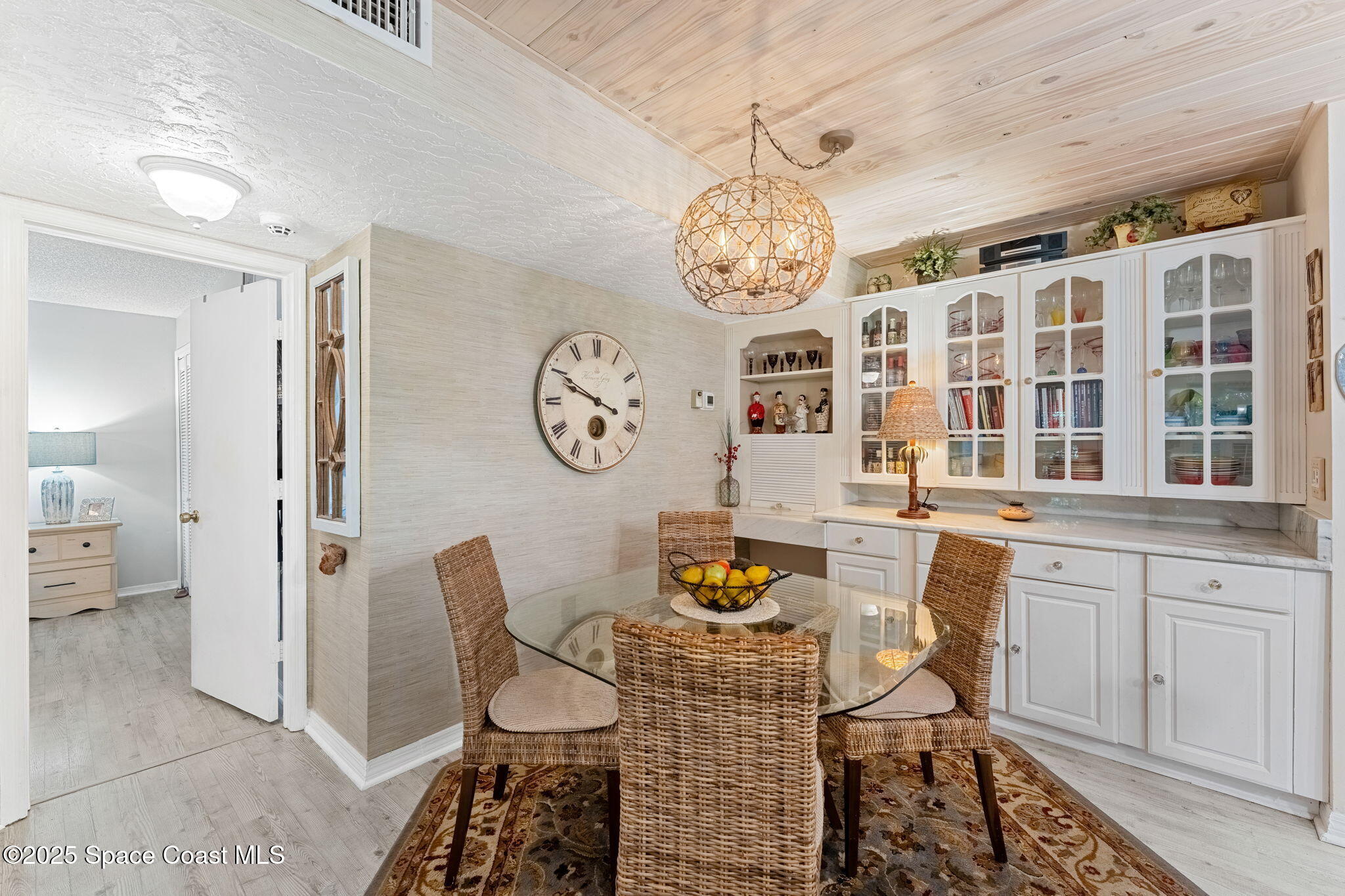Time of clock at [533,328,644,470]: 3:49
